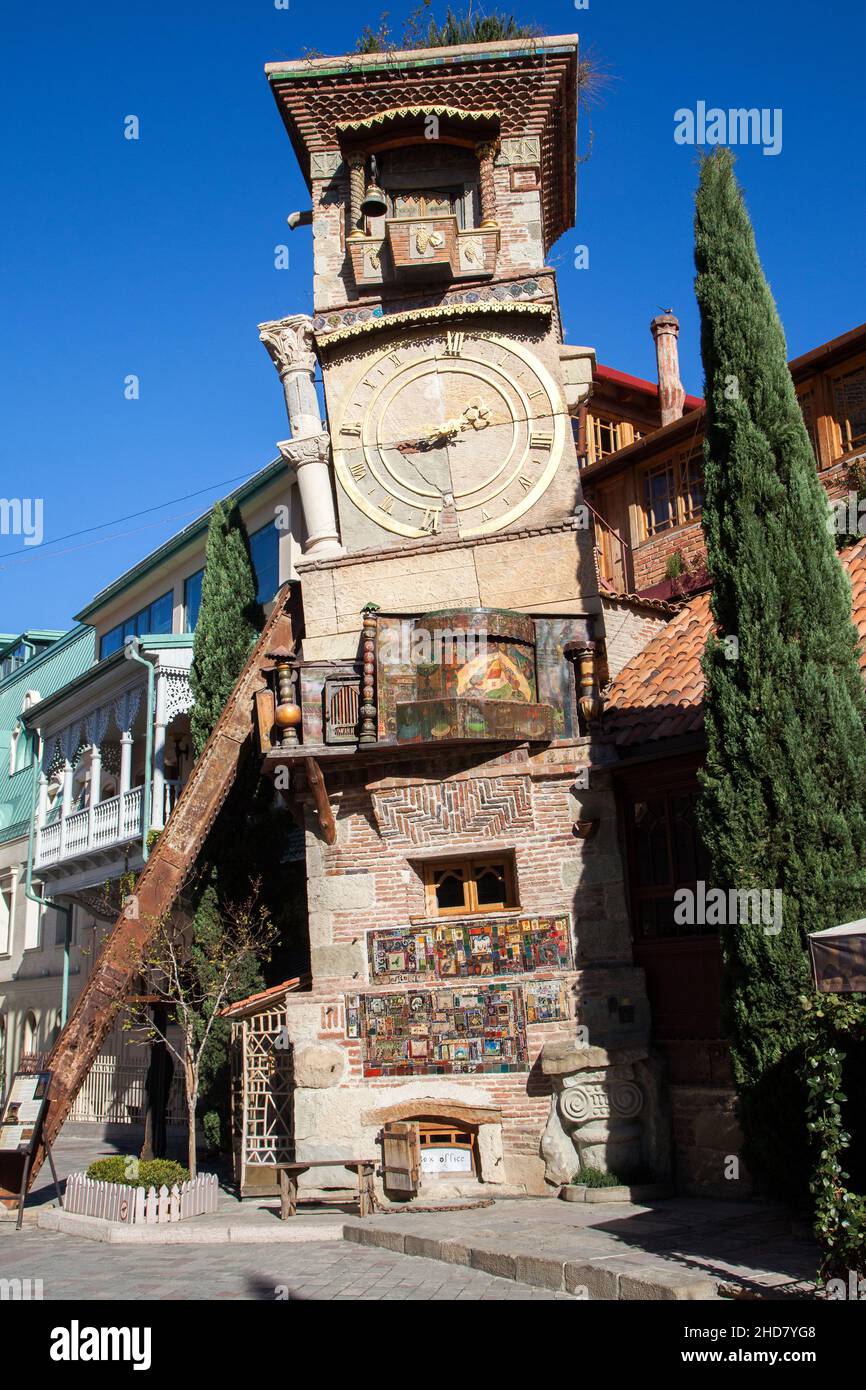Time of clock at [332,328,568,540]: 7:42
